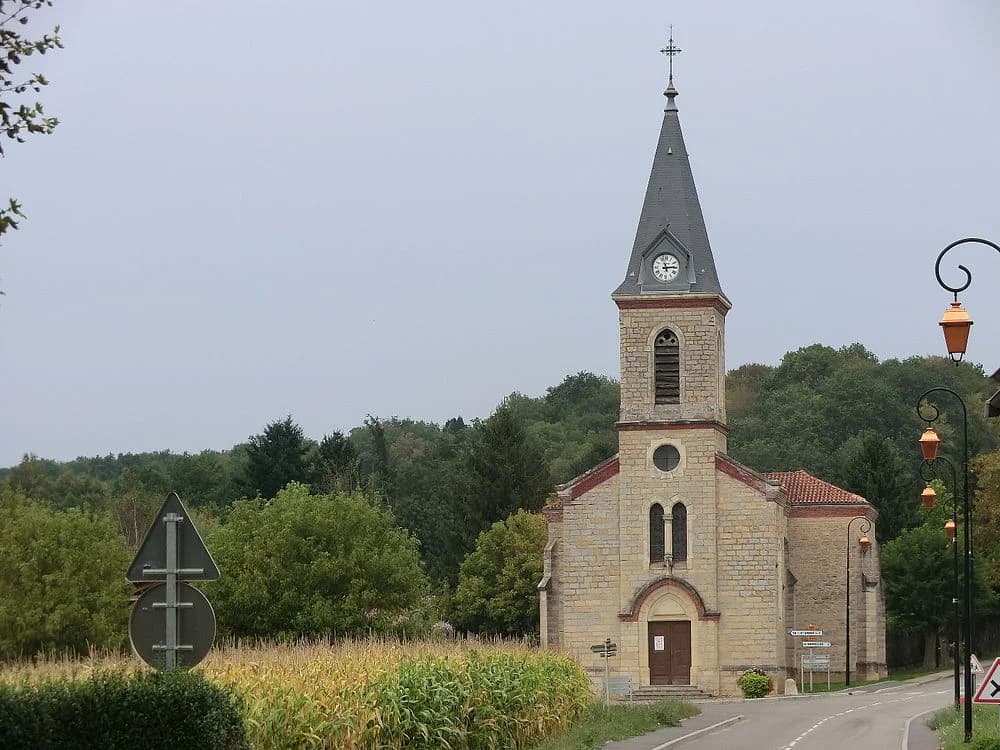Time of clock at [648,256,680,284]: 11:13
